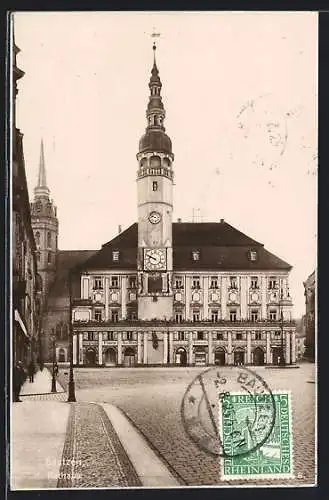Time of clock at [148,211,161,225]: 9:42
